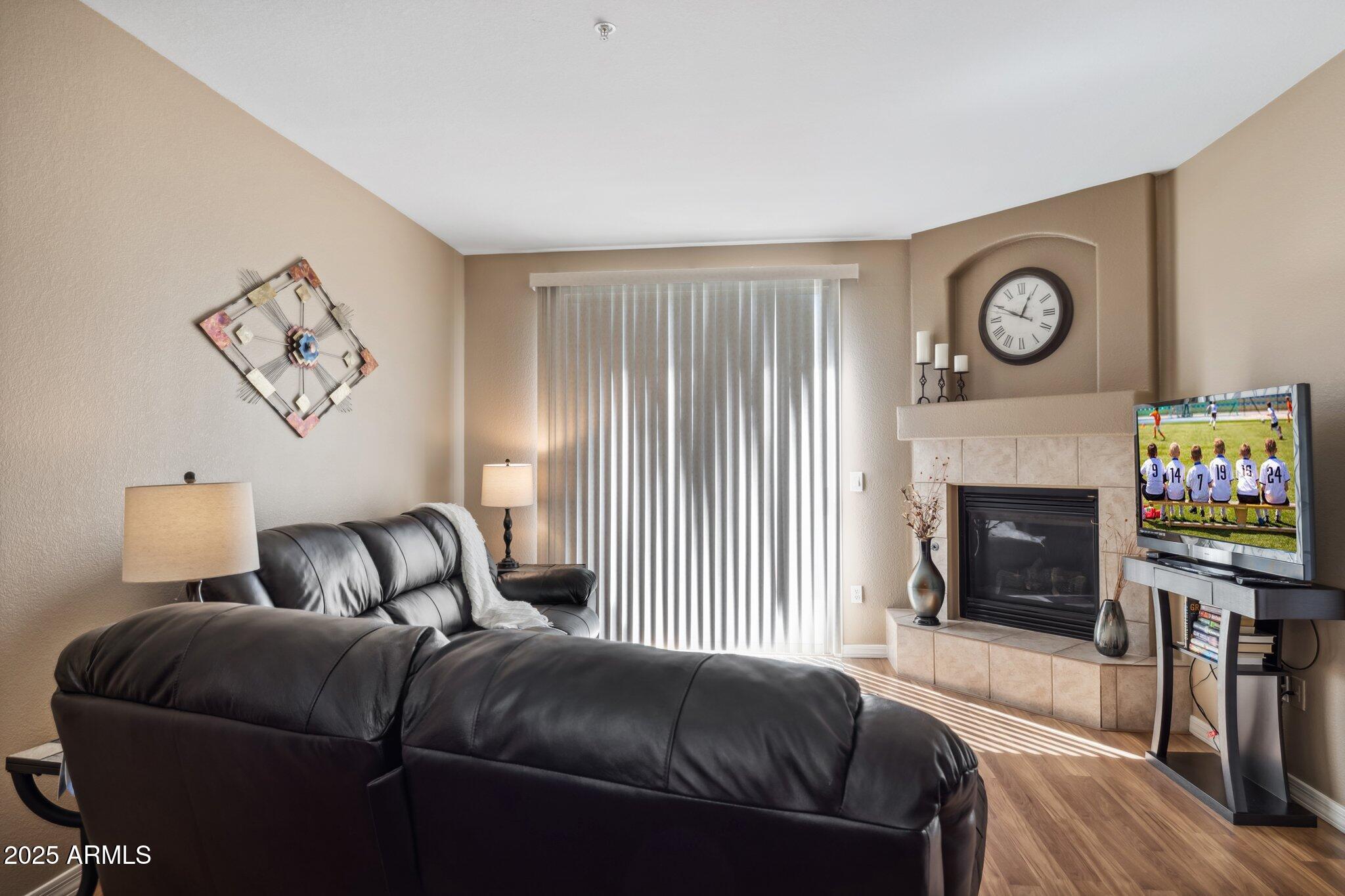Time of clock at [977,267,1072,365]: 12:49
